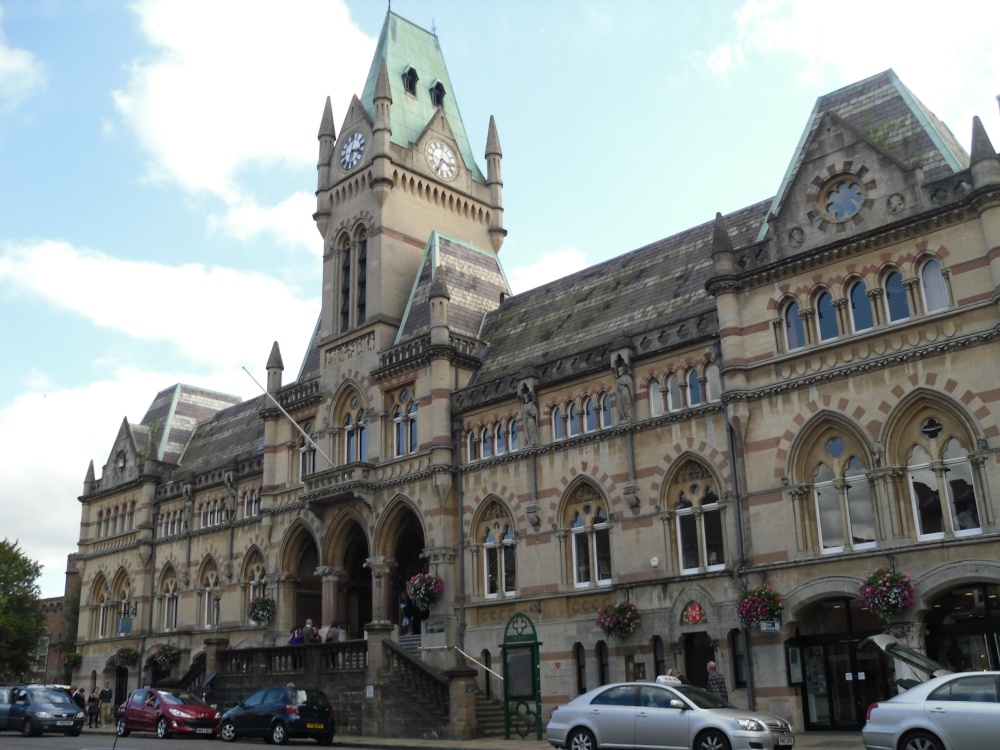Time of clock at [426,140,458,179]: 3:34
